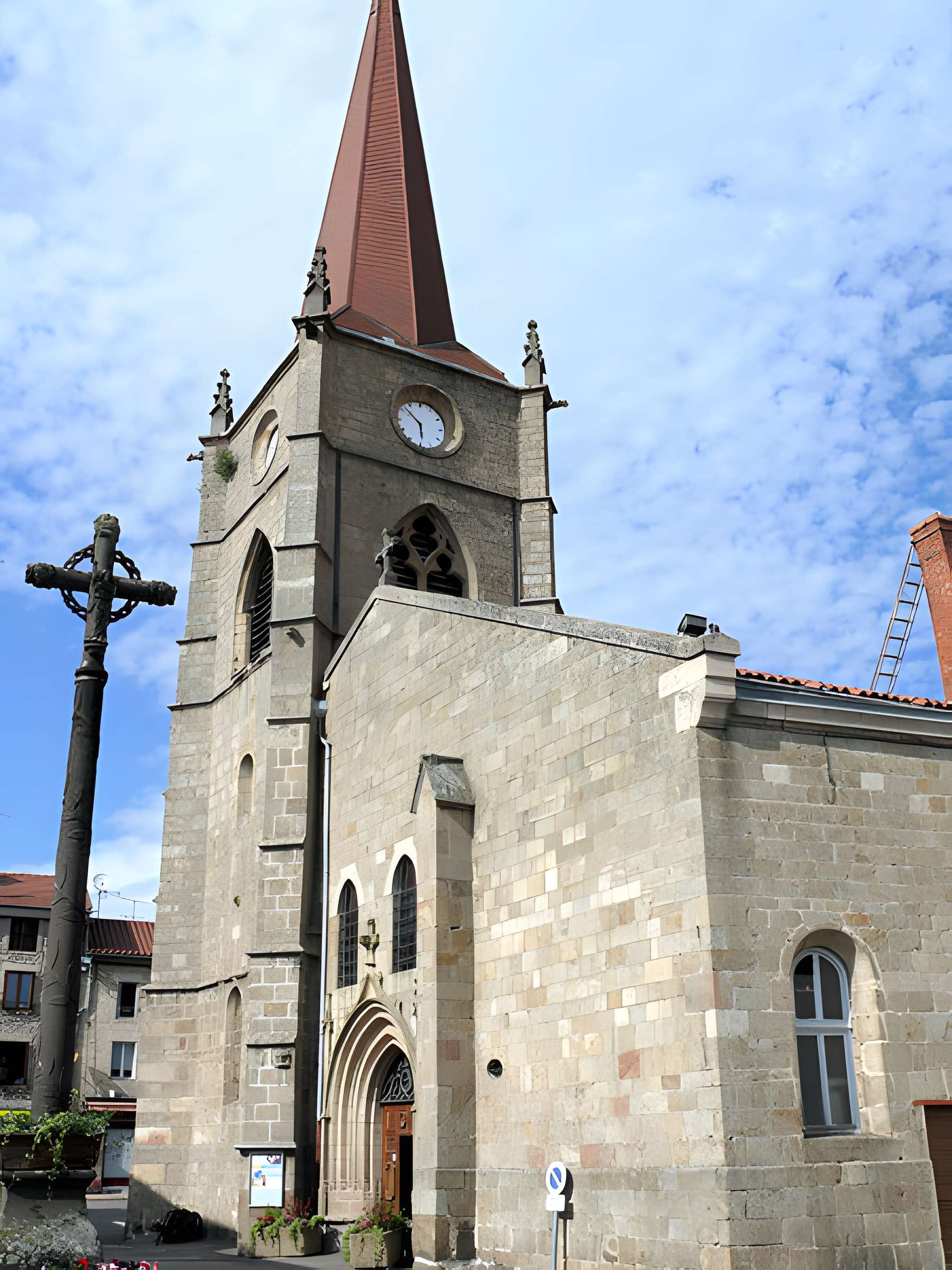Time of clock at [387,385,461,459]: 5:51
